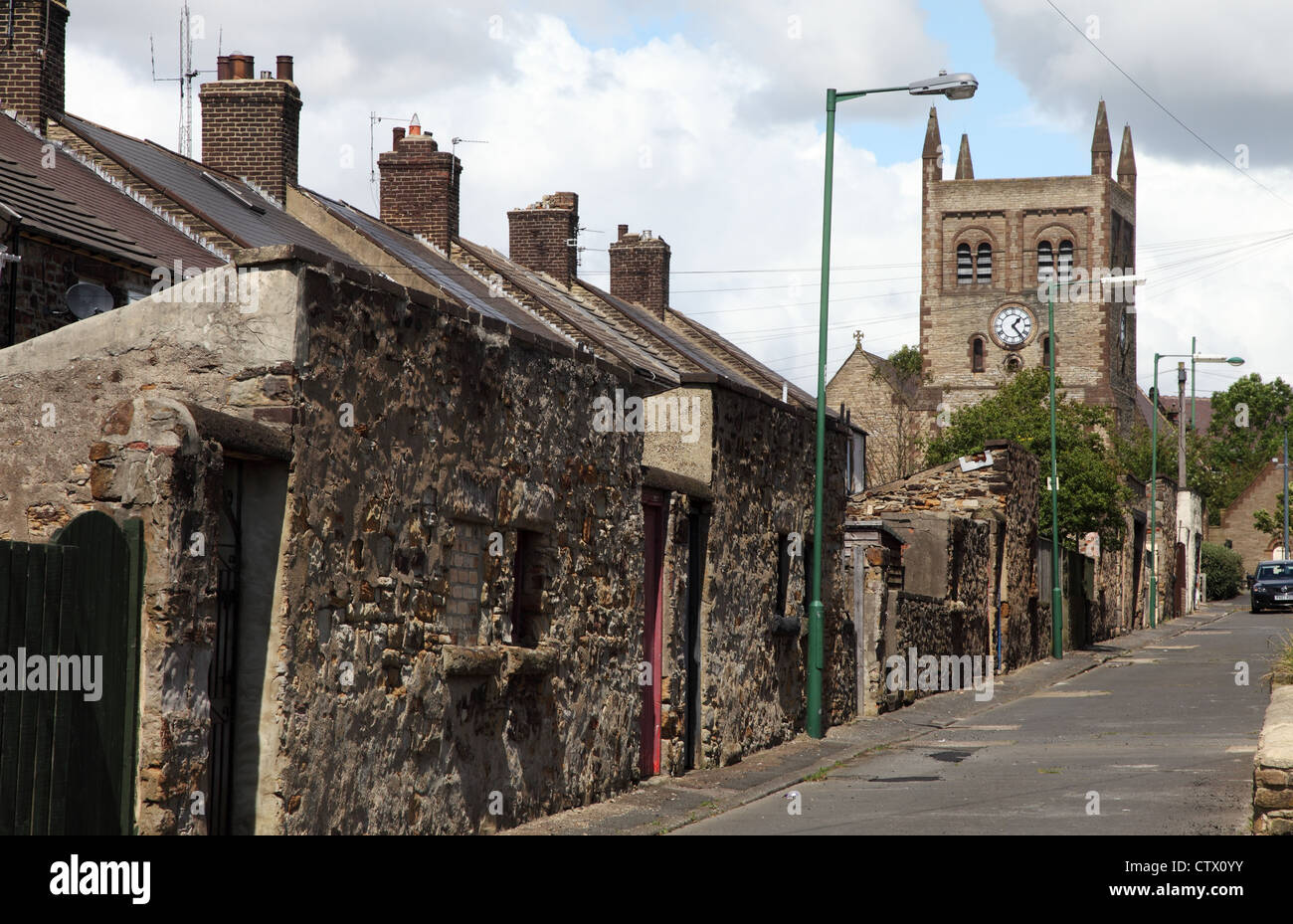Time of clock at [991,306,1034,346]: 1:23
